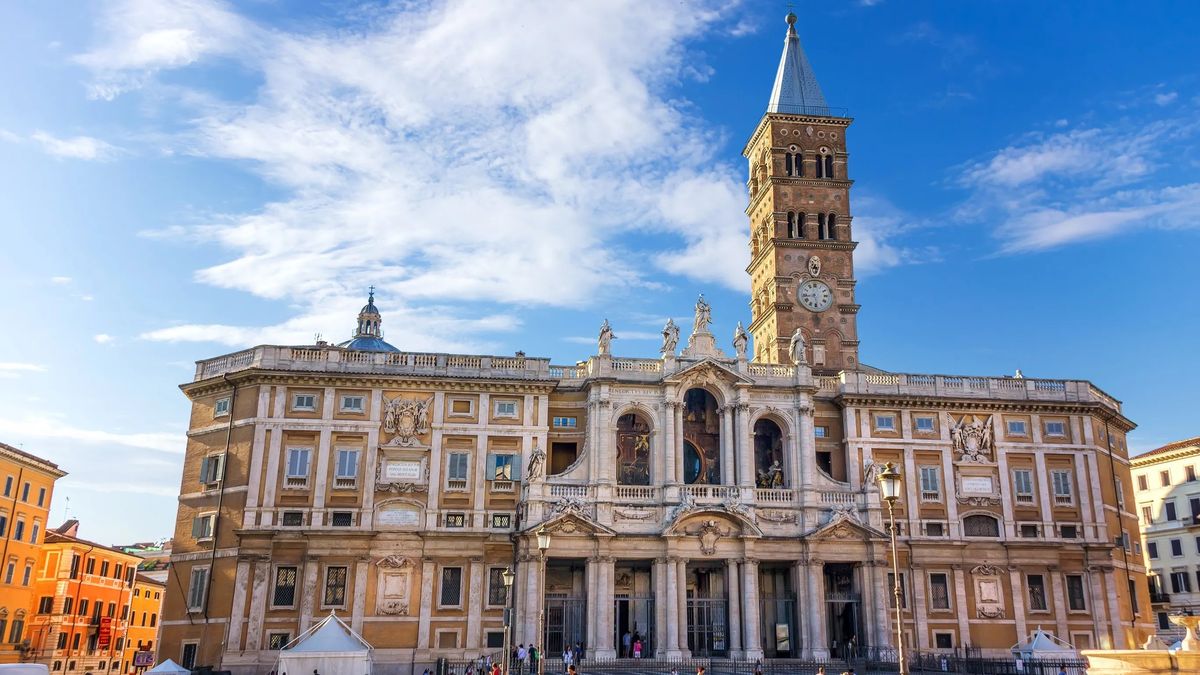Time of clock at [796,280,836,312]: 5:43
